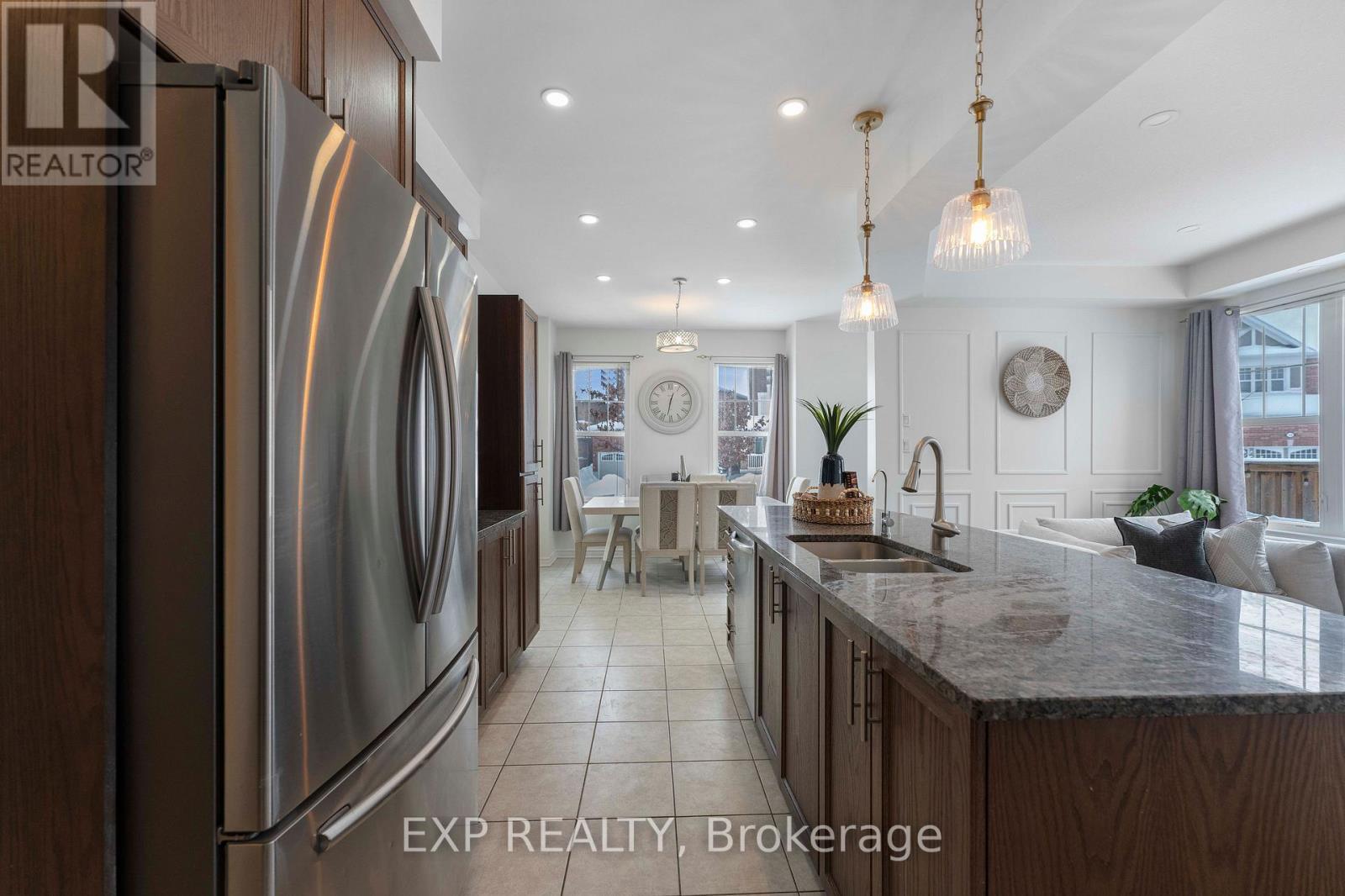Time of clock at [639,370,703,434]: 12:32
